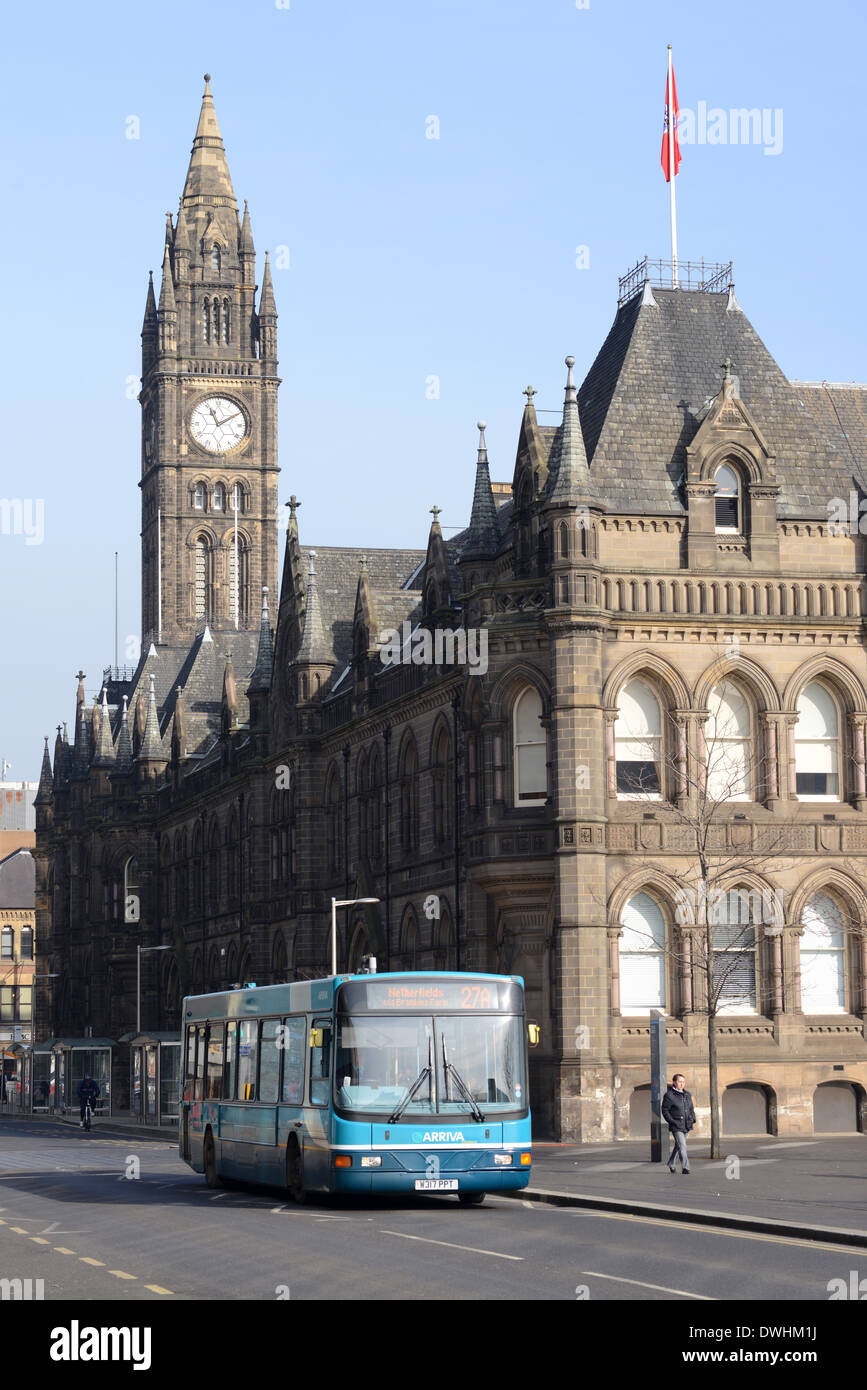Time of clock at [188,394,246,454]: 11:09
